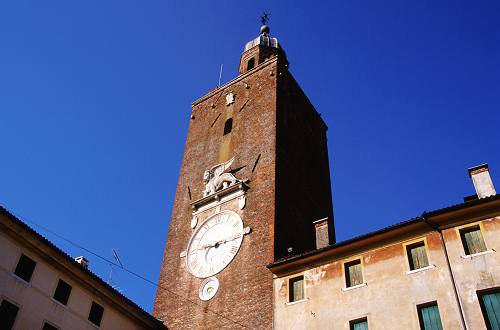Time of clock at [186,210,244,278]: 9:15
